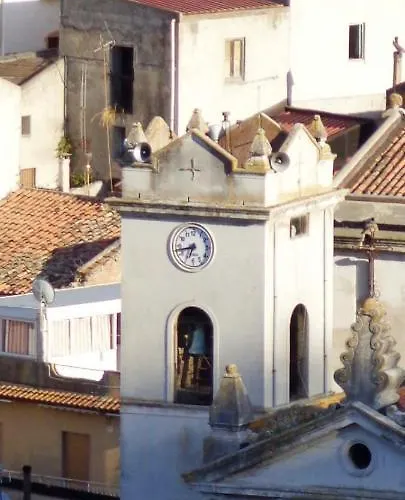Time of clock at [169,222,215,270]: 6:42
